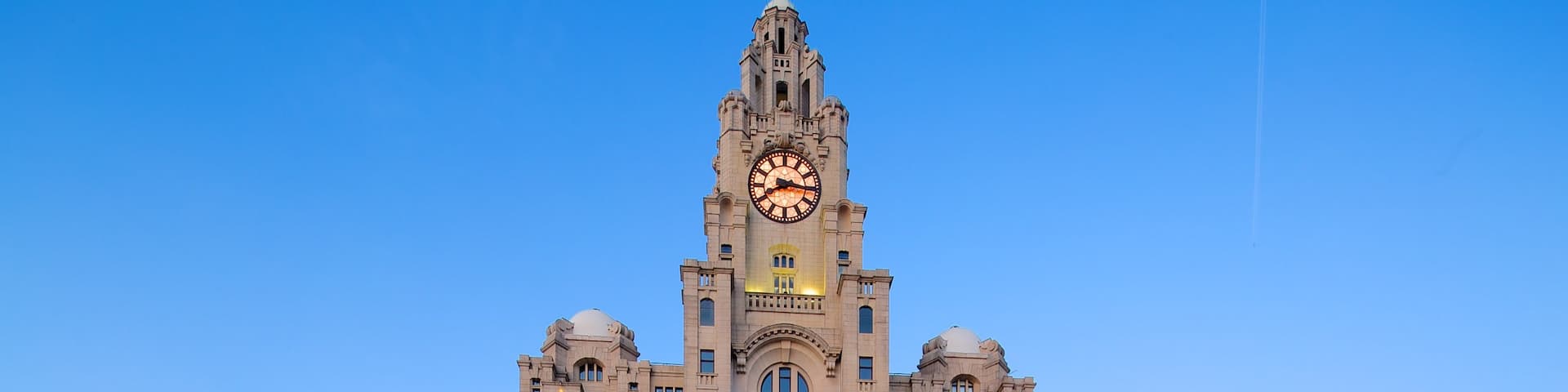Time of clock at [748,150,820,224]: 8:16
